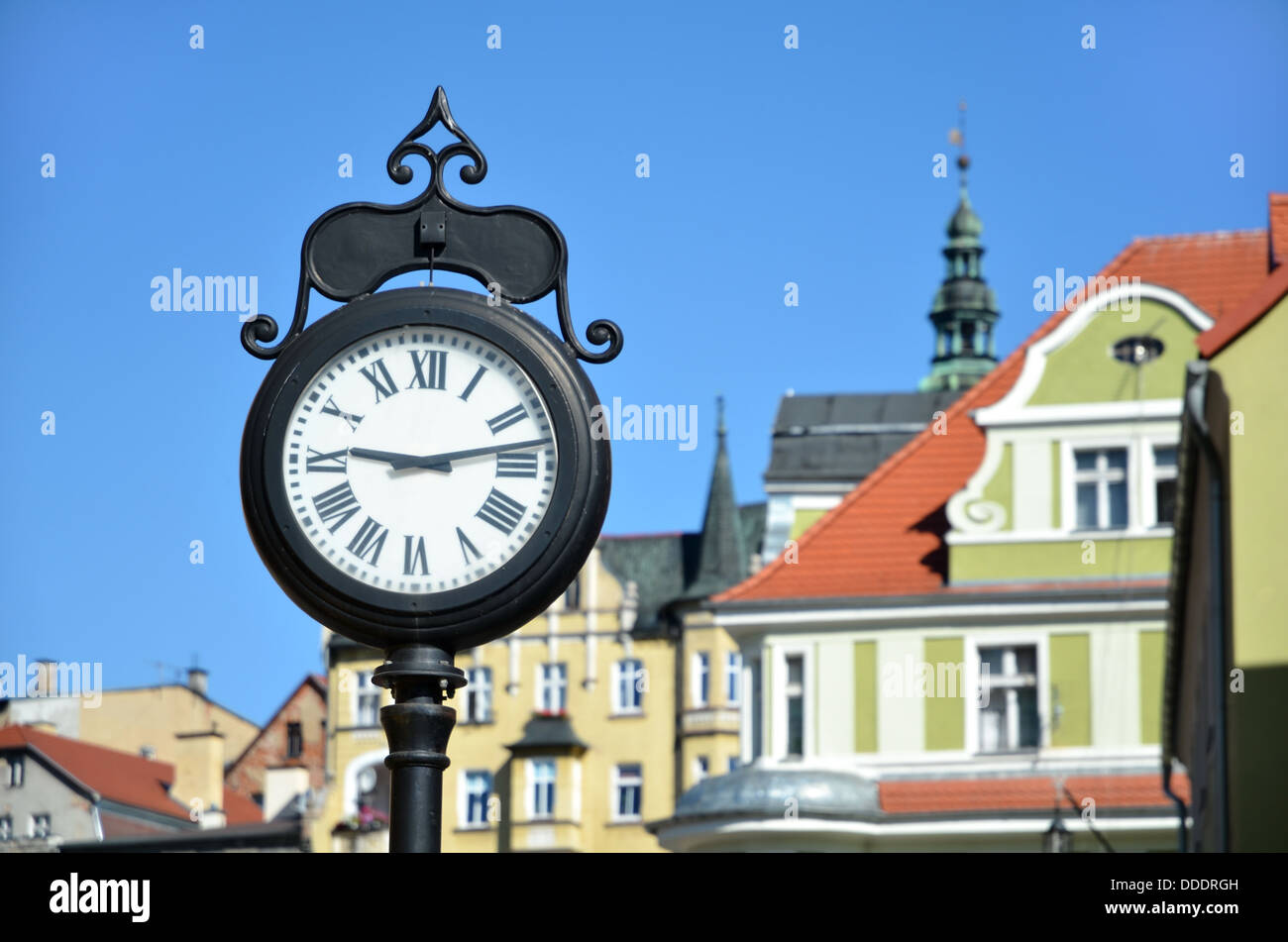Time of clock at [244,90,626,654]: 9:13
